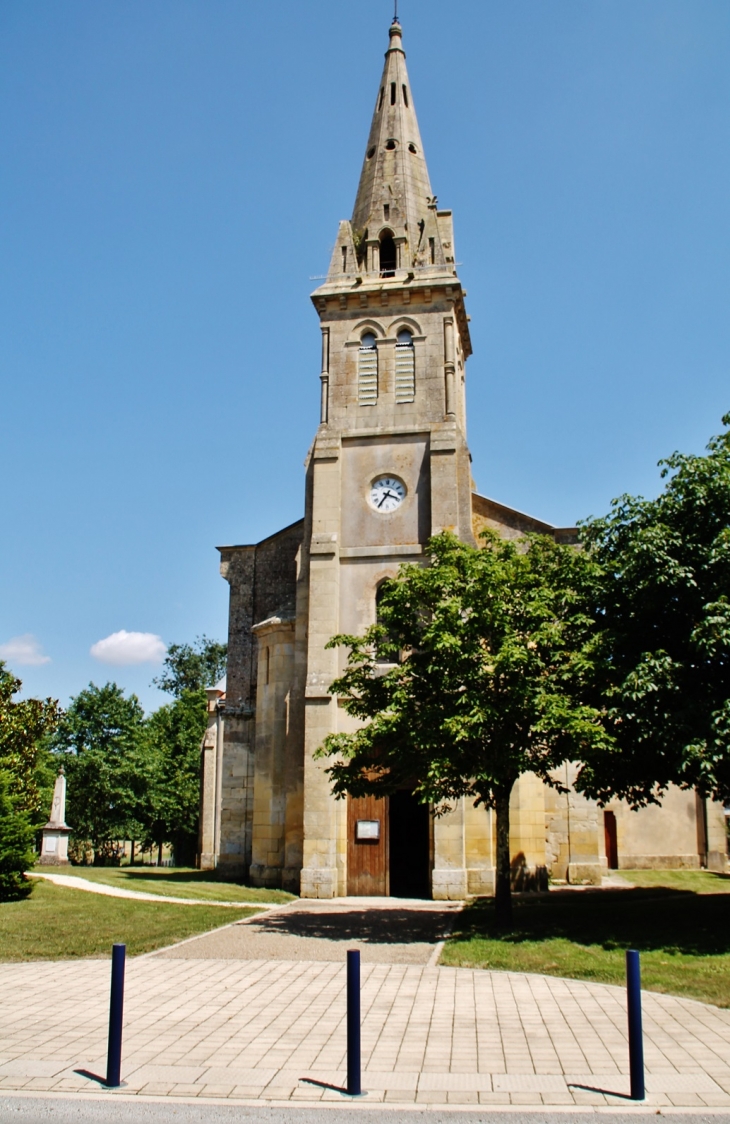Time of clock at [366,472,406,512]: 3:35
